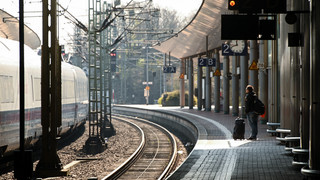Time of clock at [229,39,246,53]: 11:42
